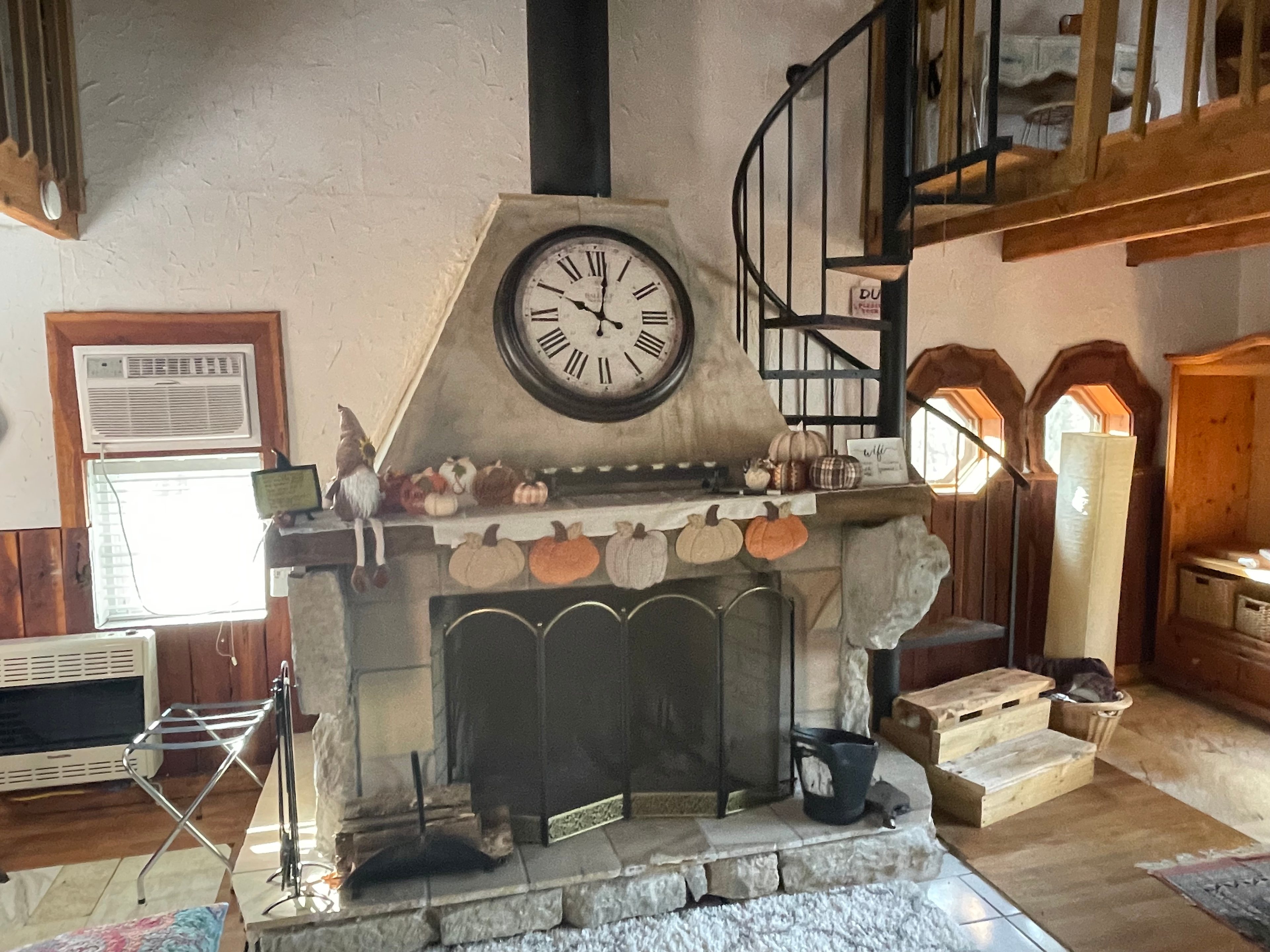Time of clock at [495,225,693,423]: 10:01
